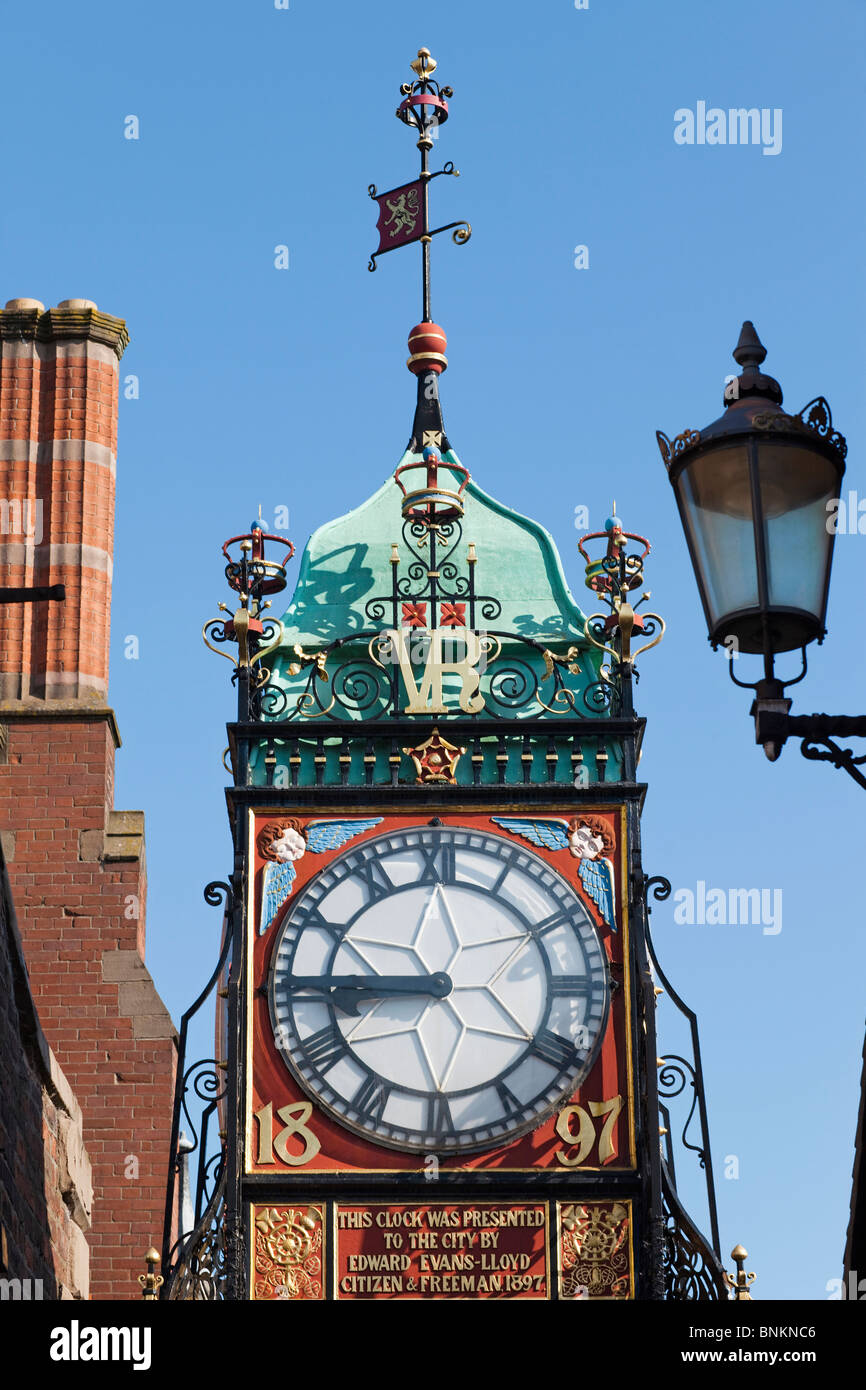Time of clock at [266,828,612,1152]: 8:45
